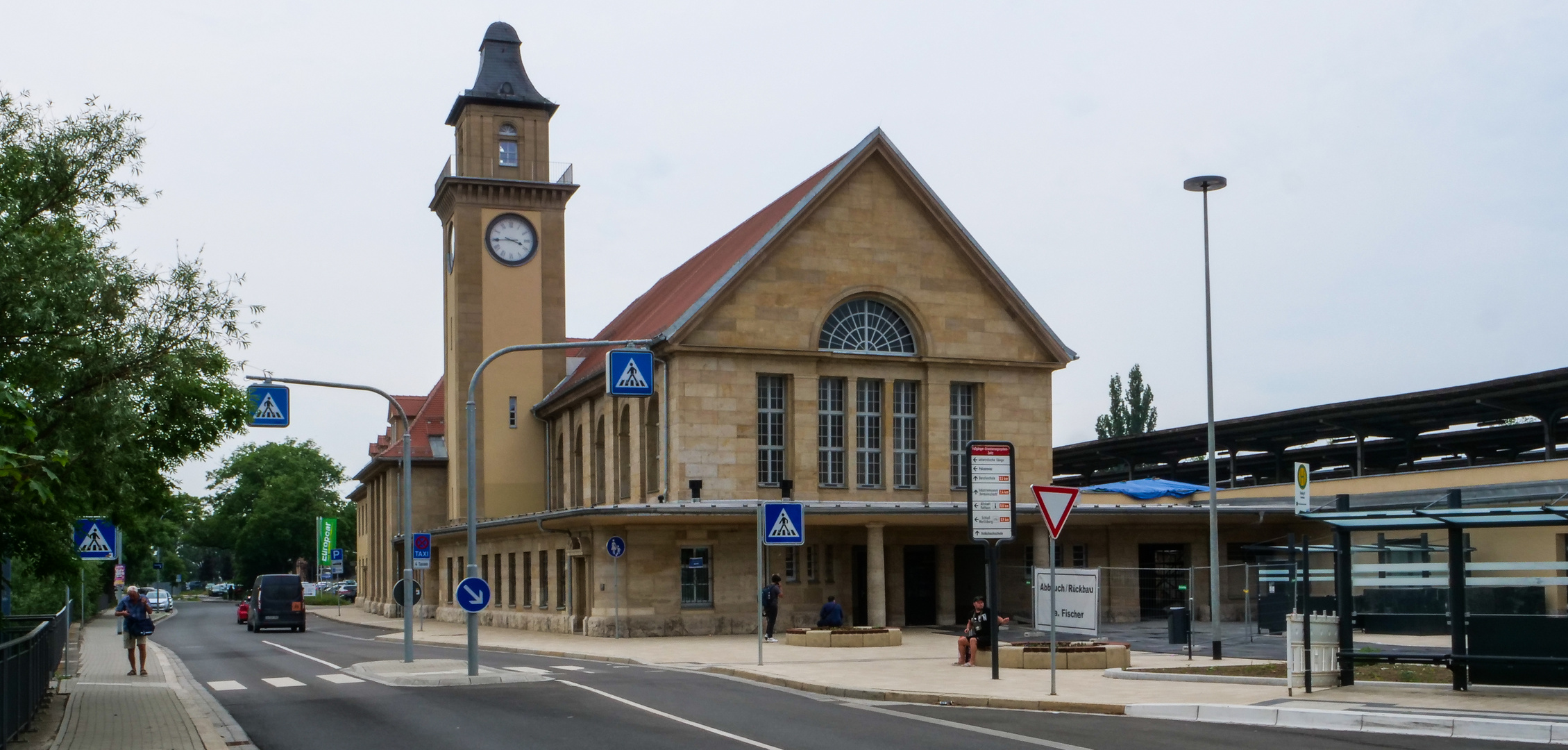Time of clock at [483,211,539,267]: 3:44
